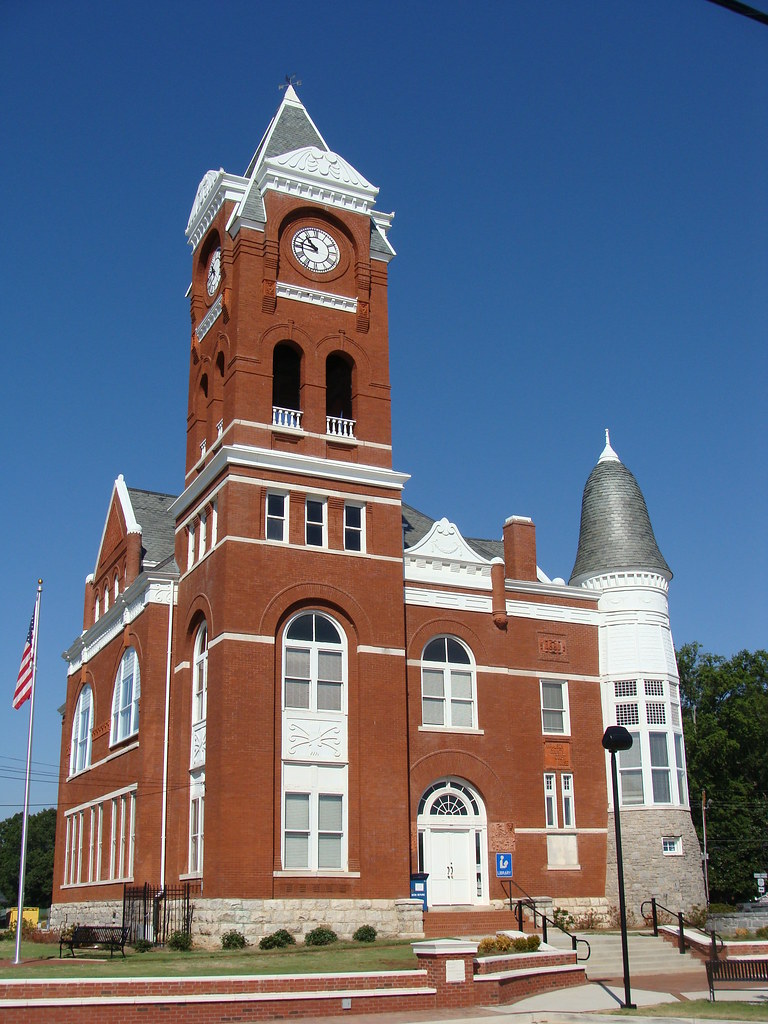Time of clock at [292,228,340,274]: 10:47
